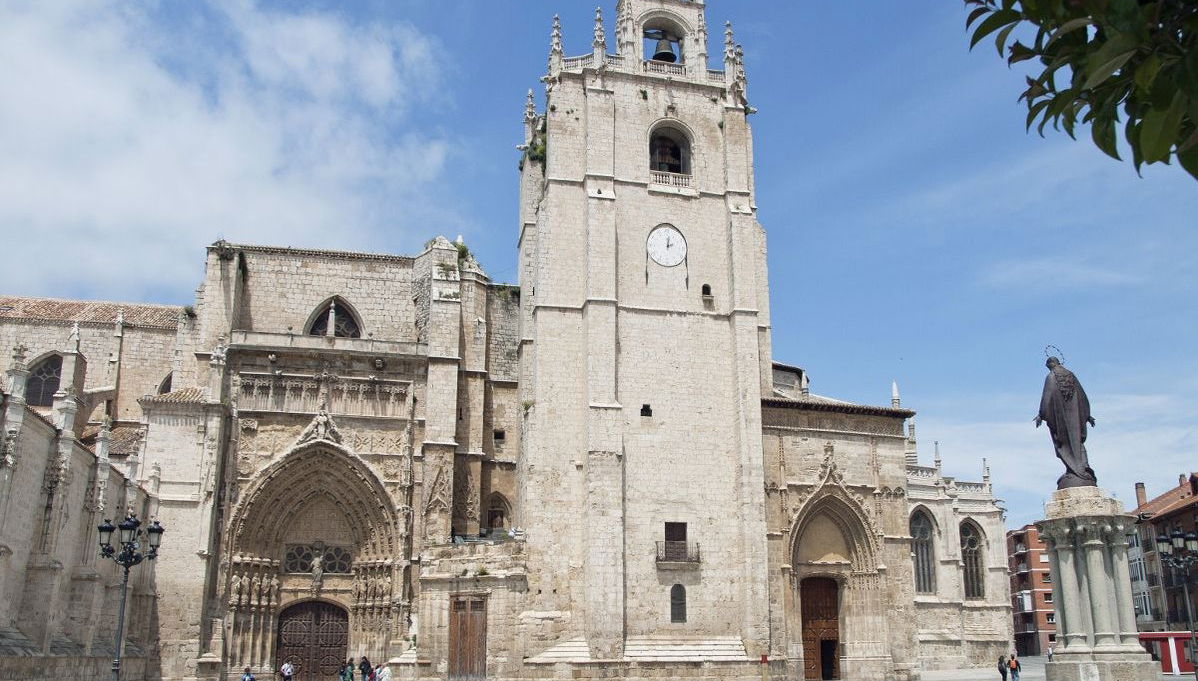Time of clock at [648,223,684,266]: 2:01
